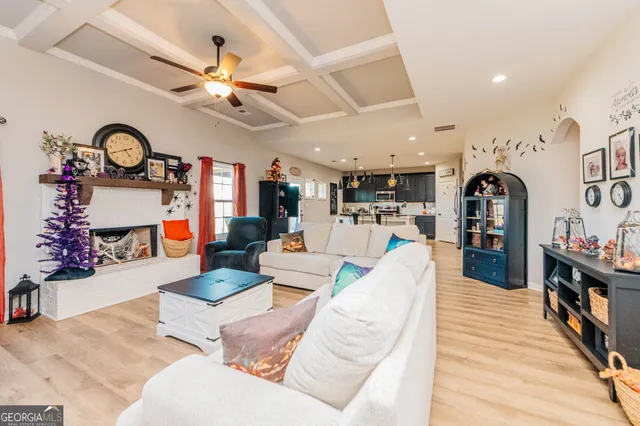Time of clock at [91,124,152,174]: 4:40
